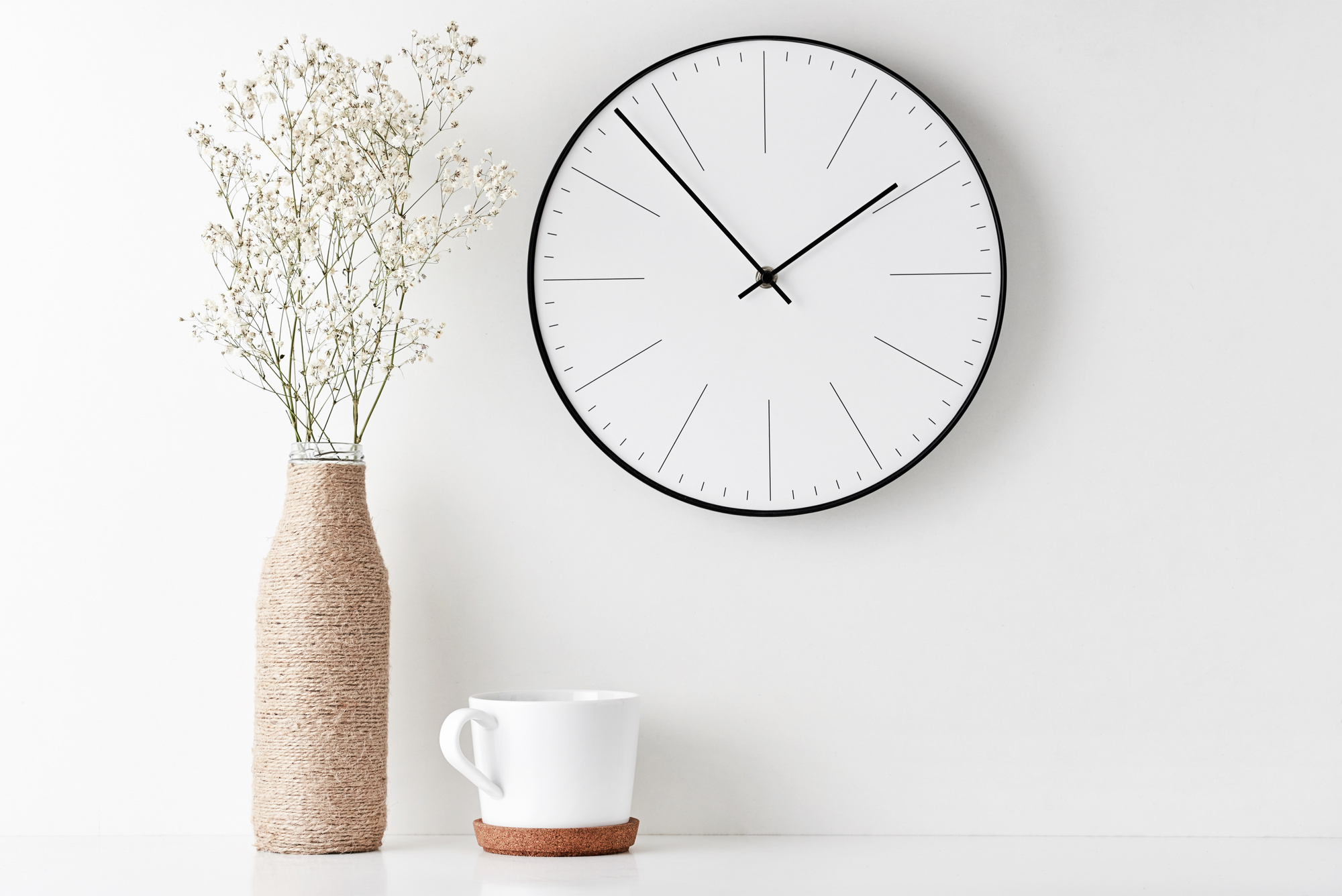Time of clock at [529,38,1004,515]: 1:53
